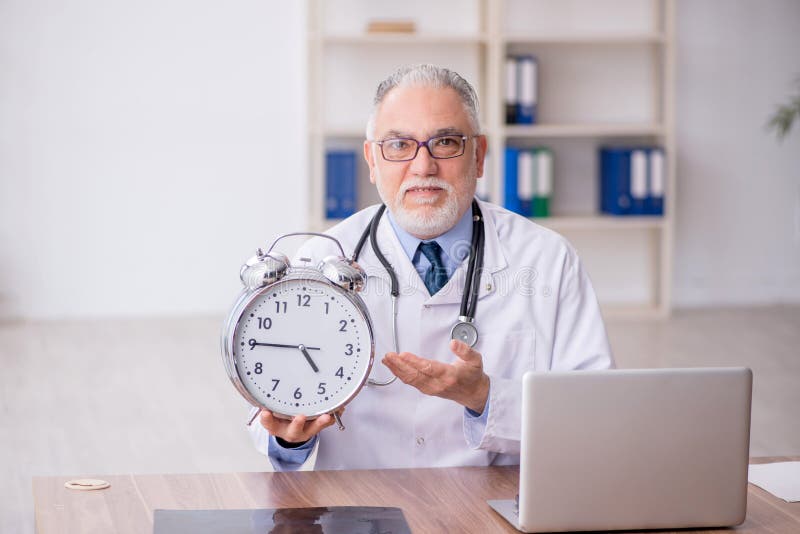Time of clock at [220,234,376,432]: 4:45
